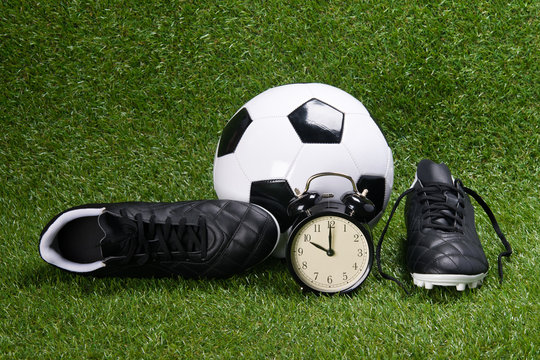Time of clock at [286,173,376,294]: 10:00
